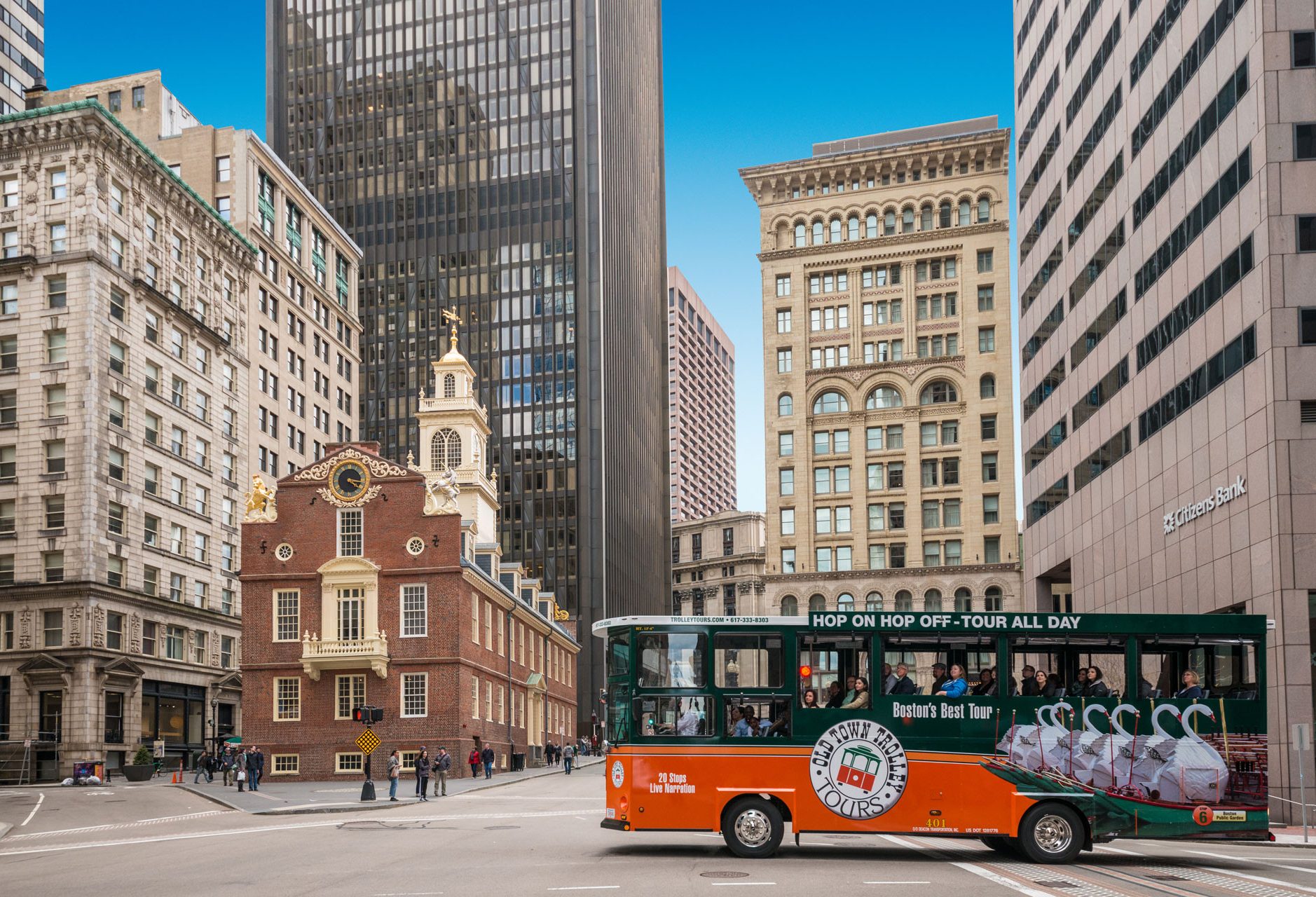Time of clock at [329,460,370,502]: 4:16
